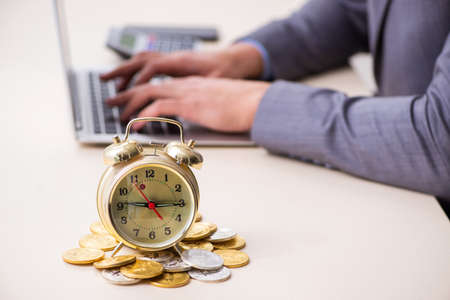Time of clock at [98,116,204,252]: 9:15
